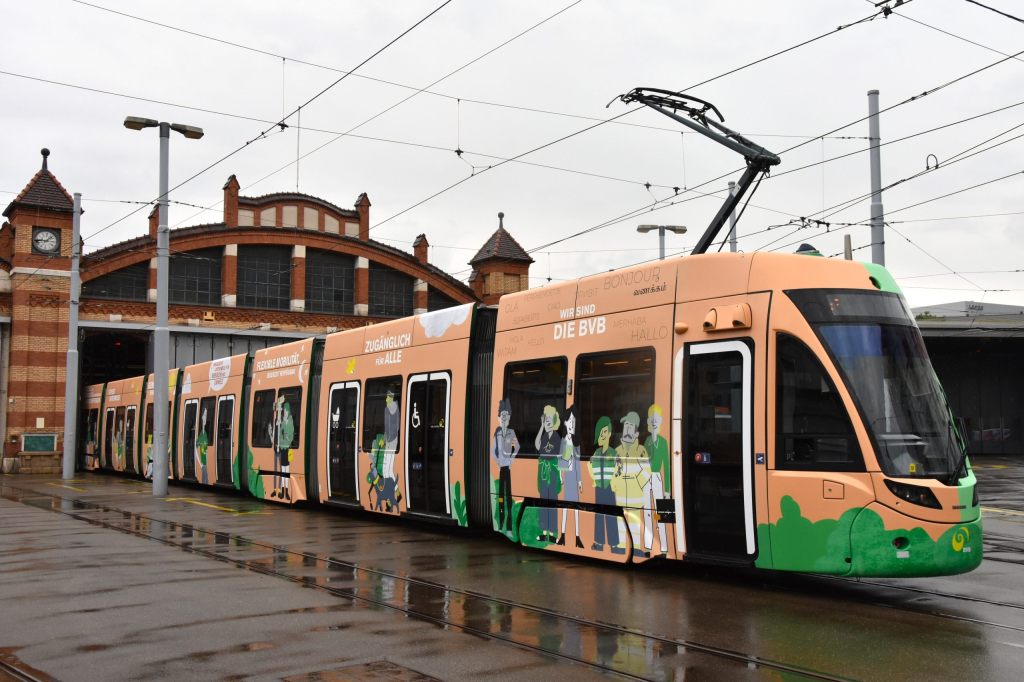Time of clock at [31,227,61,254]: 1:43
